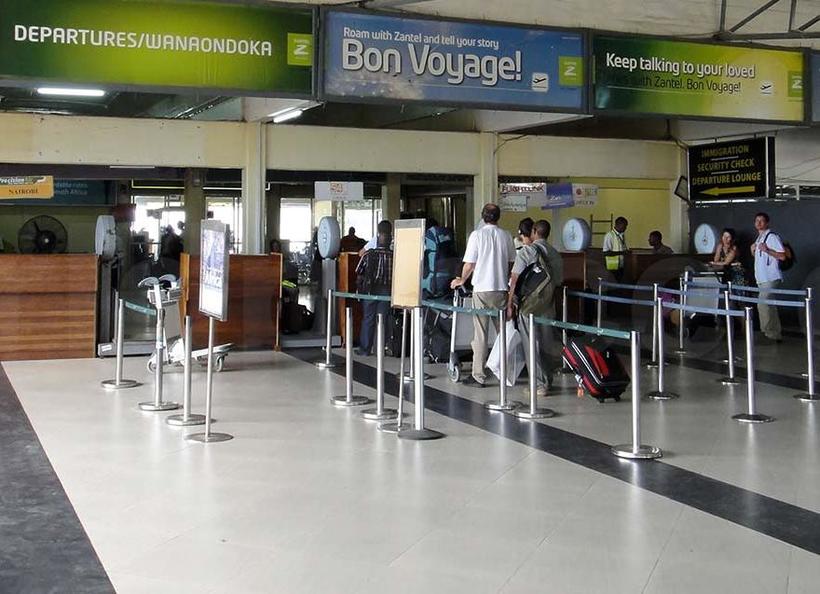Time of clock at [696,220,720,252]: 9:01
